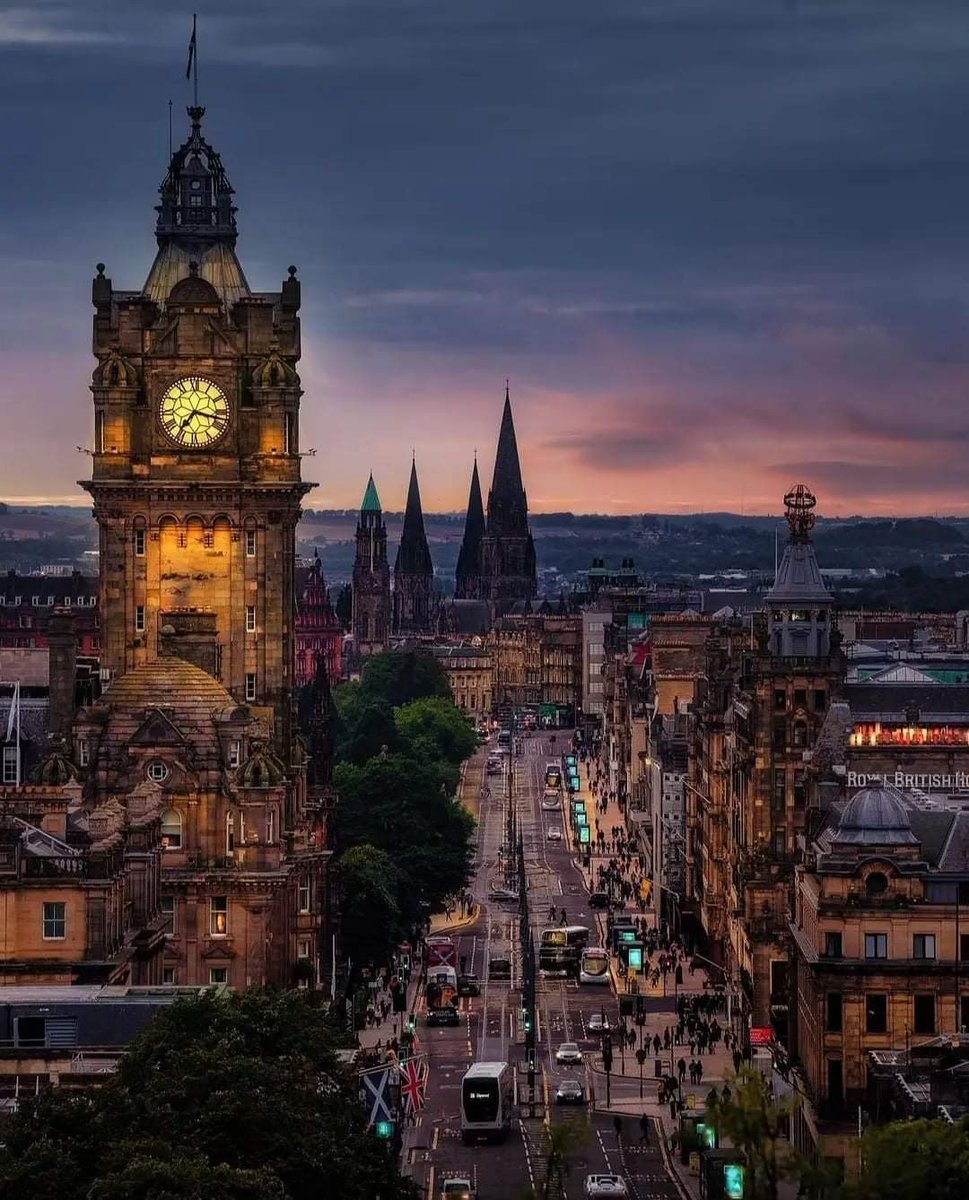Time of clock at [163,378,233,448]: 7:17
